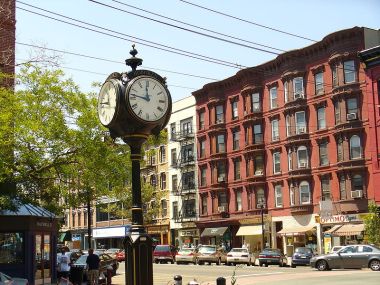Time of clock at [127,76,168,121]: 11:46
